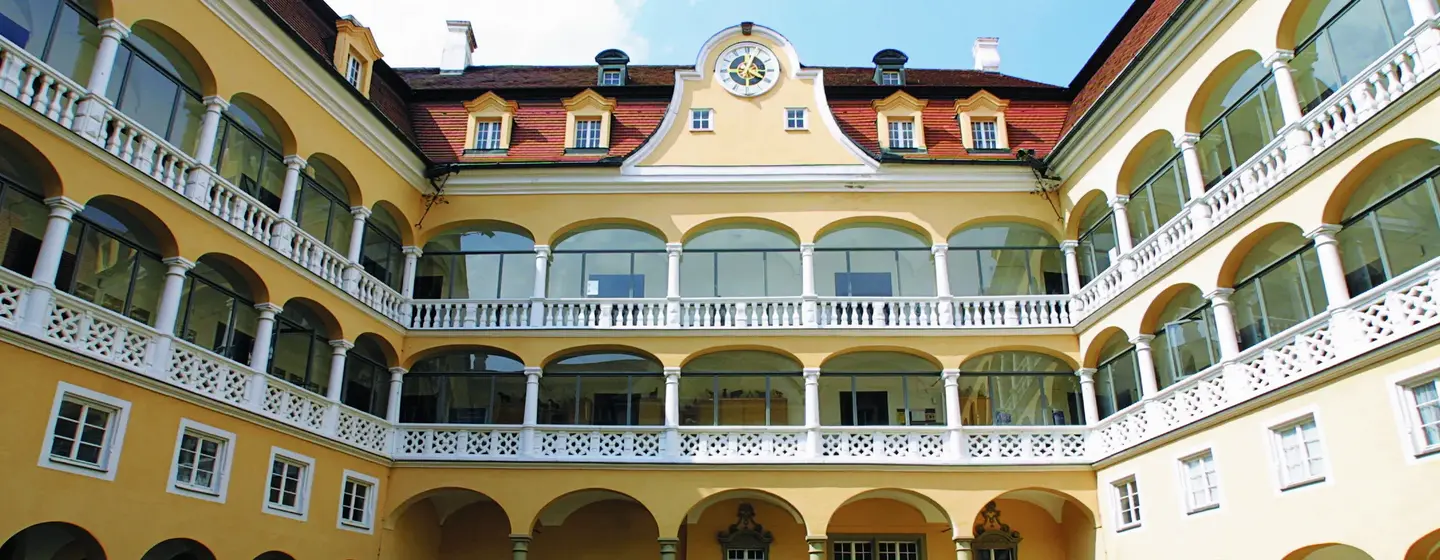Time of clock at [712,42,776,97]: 4:03
